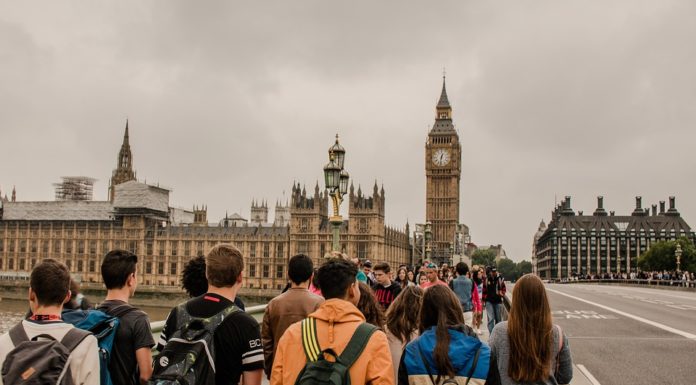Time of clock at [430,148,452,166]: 12:32
